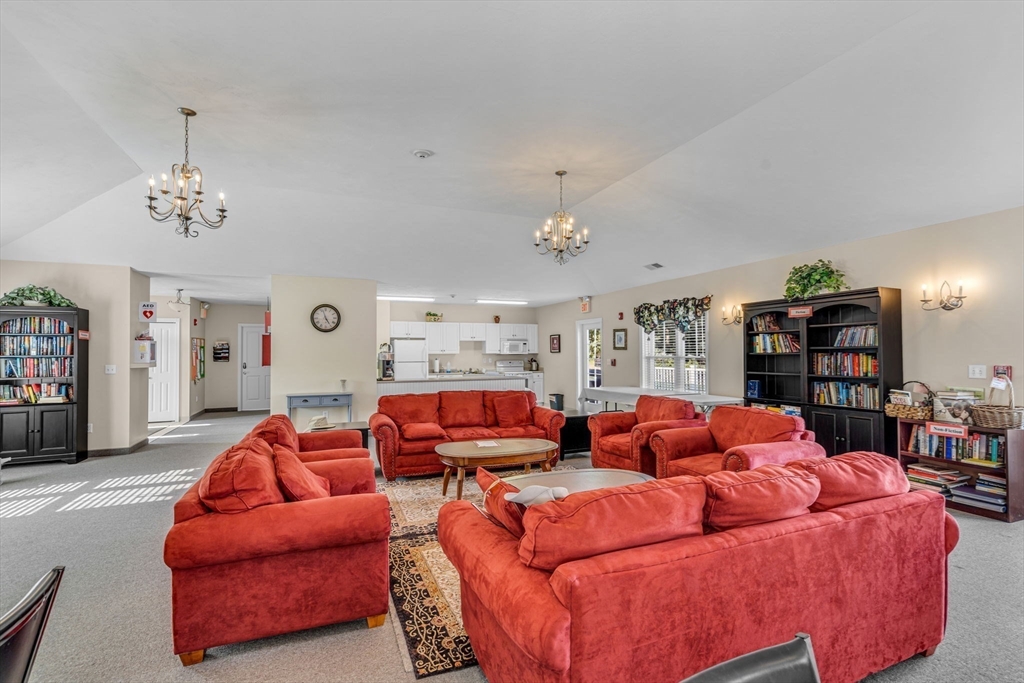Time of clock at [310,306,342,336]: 4:57
